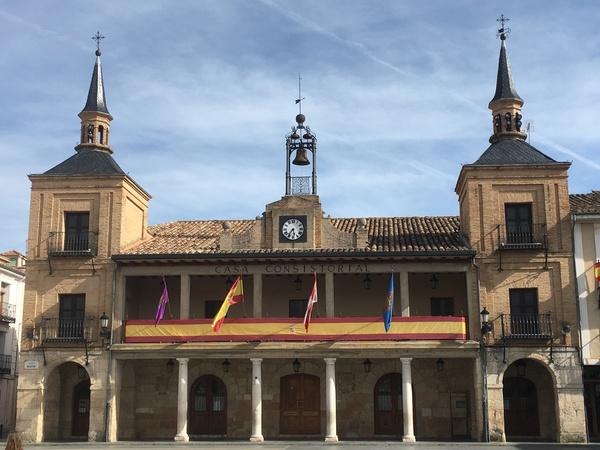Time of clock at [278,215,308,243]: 5:35
